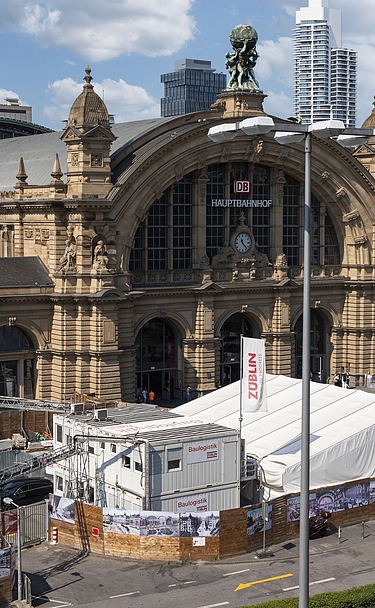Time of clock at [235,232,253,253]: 11:23
